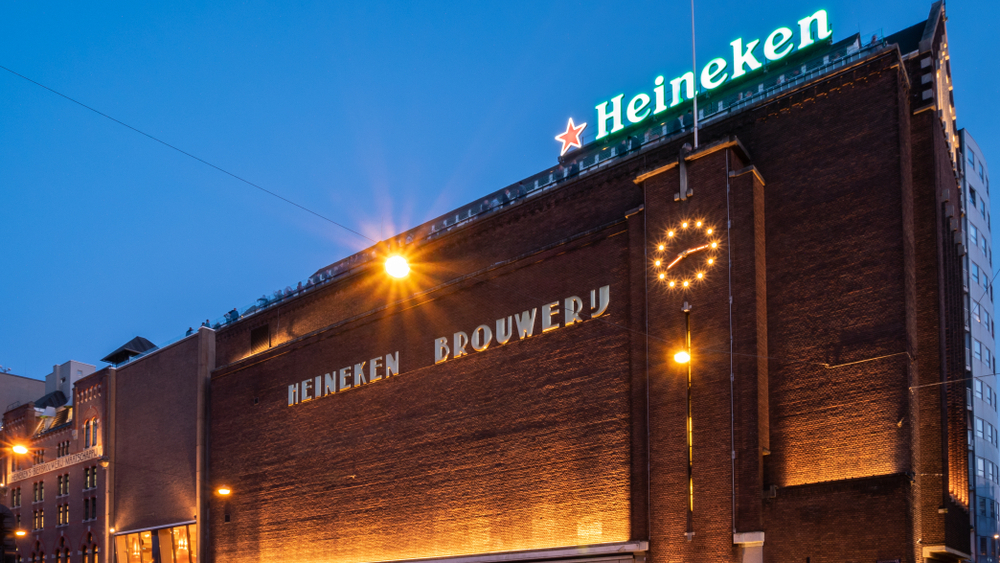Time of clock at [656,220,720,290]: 8:14
